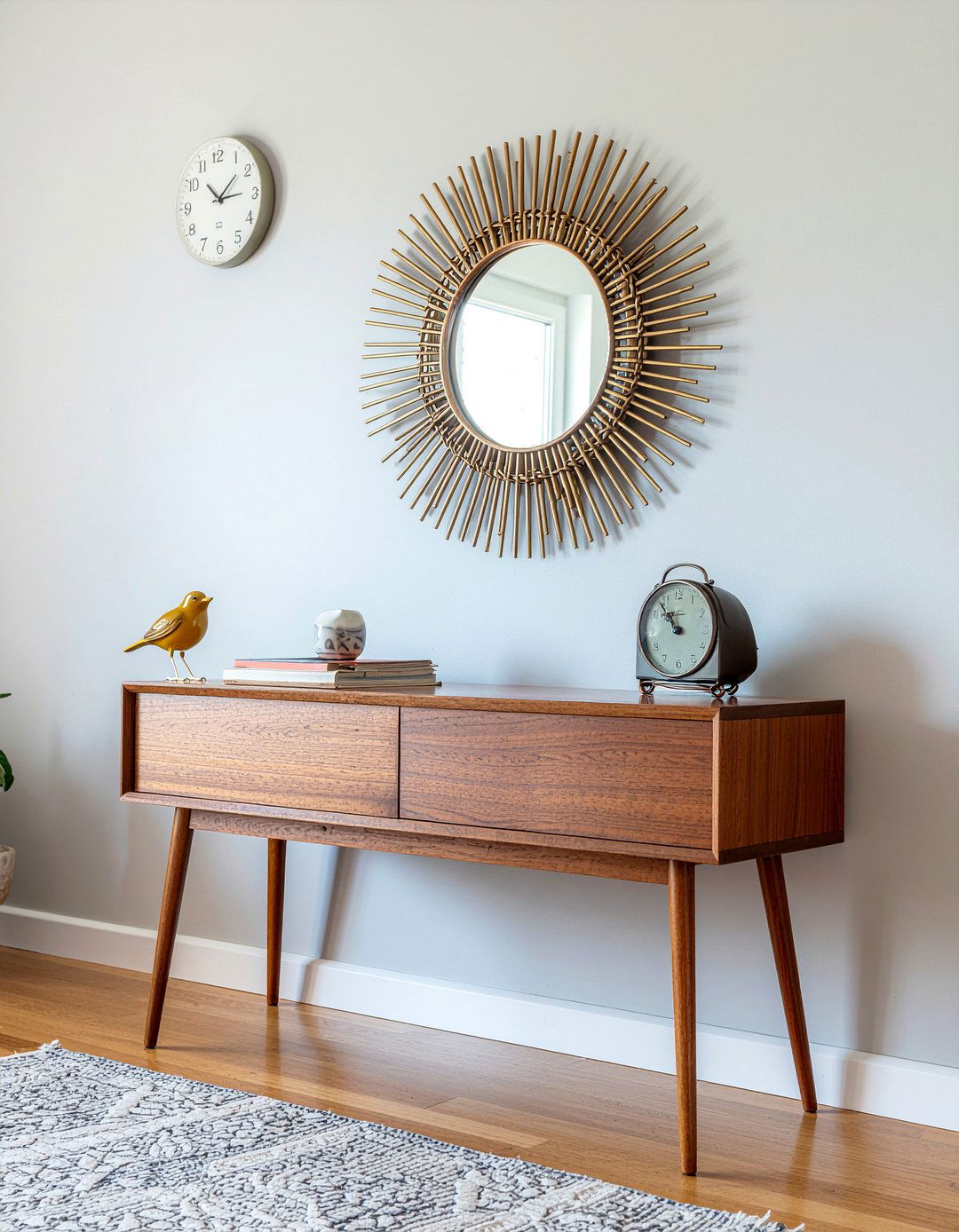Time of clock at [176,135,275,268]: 2:52
